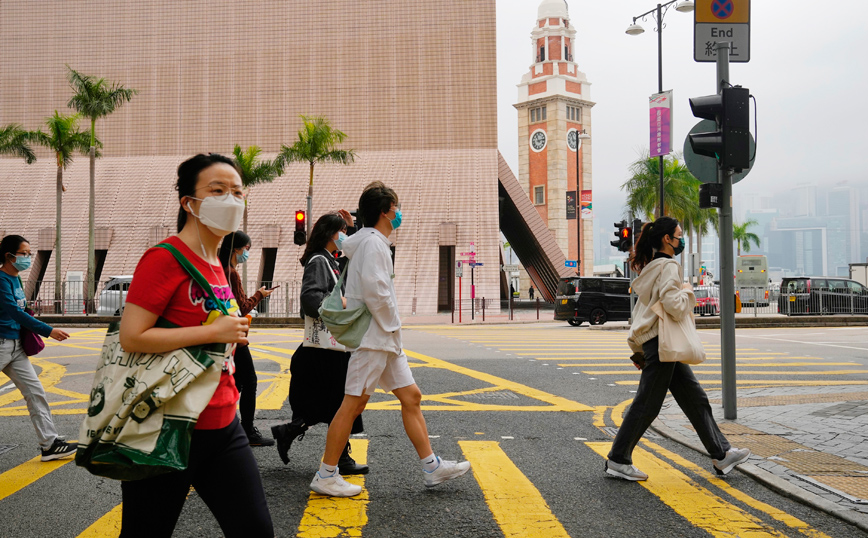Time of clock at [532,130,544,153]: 11:13
